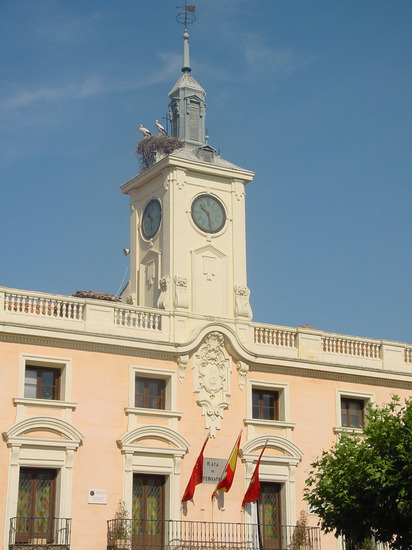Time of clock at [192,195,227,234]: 10:28
